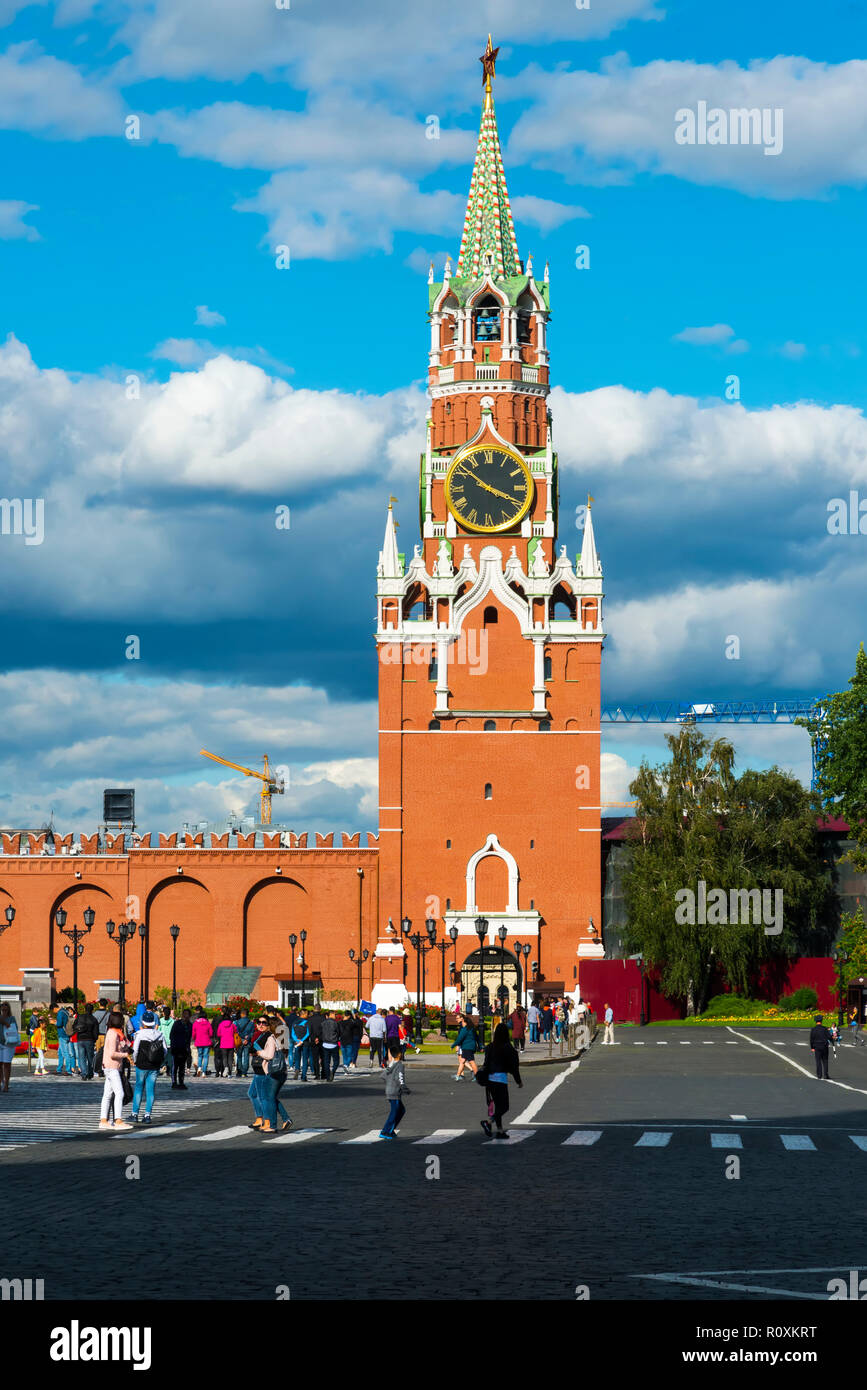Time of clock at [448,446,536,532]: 3:51
